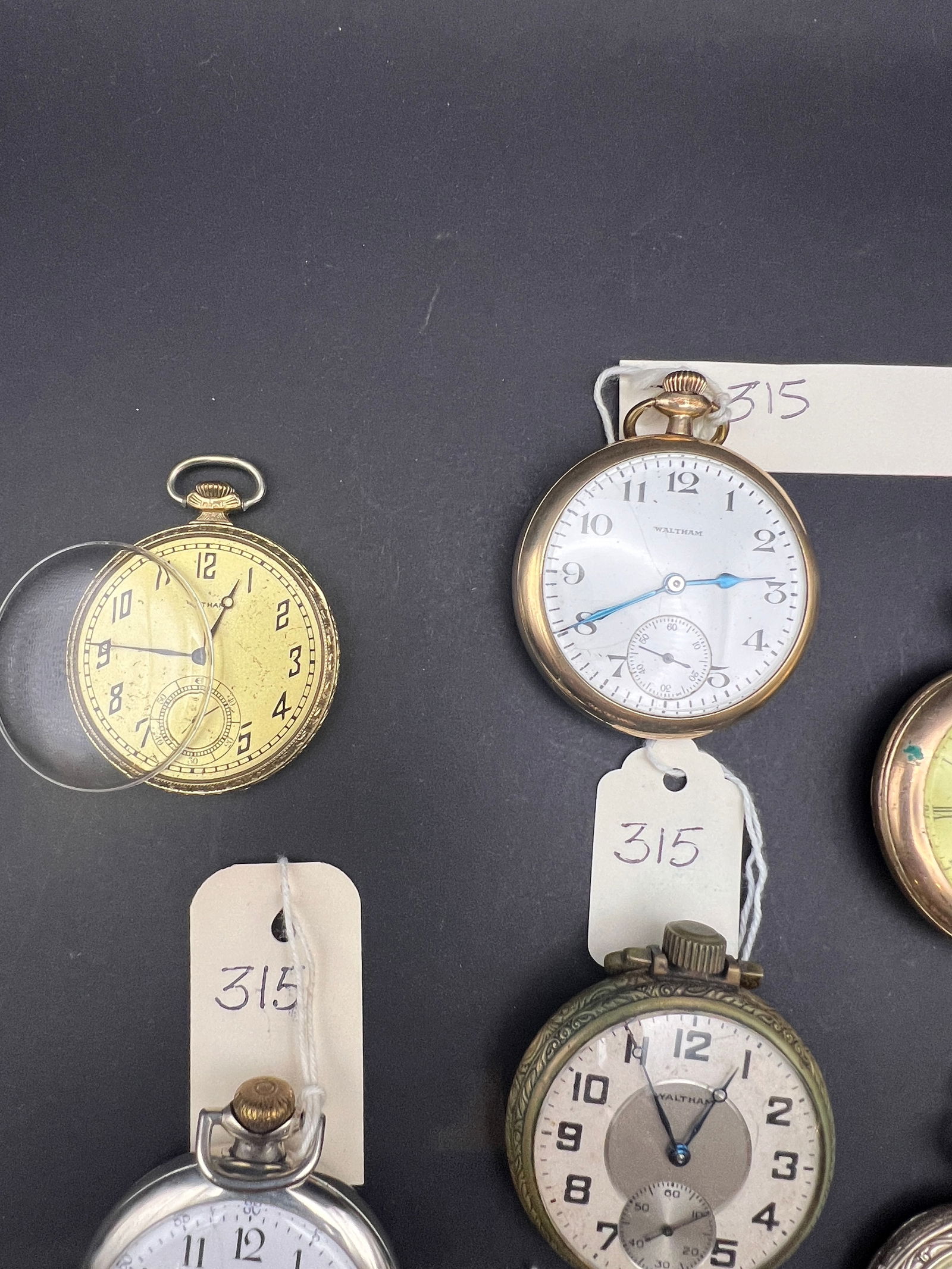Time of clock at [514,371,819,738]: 2:40
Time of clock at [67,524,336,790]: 12:46
